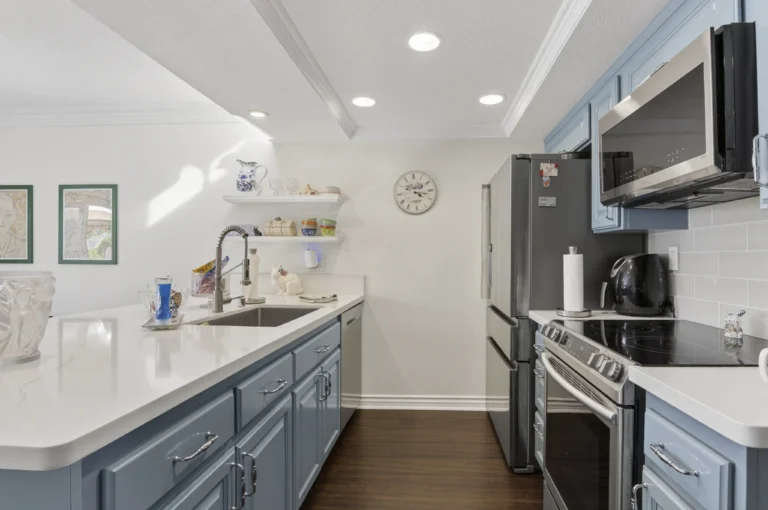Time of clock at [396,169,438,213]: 4:16
